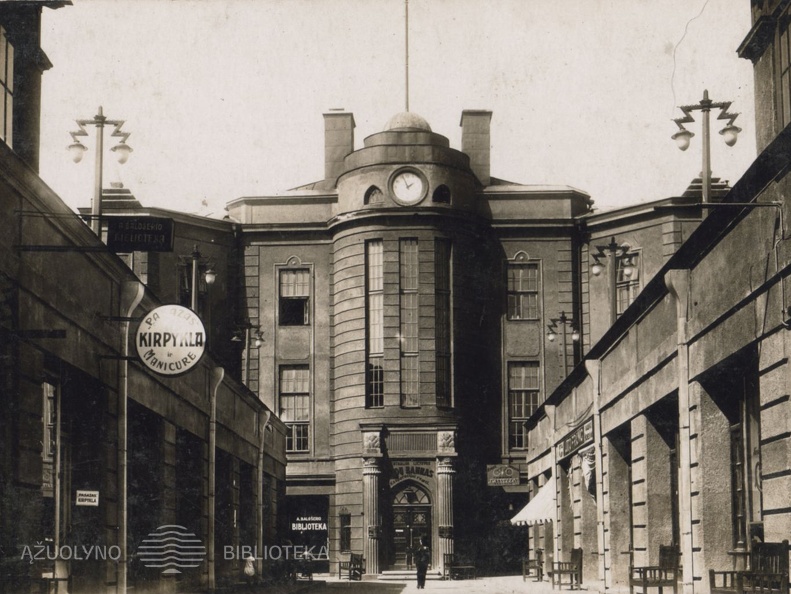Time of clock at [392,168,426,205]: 1:56
